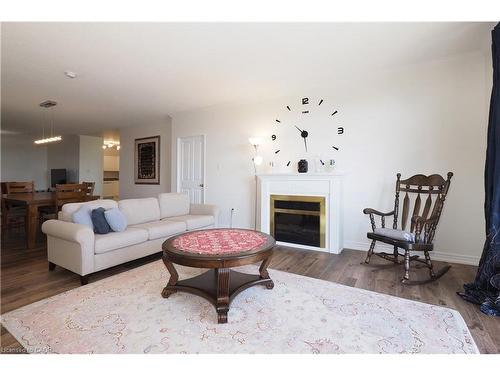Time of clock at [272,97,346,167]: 10:28
